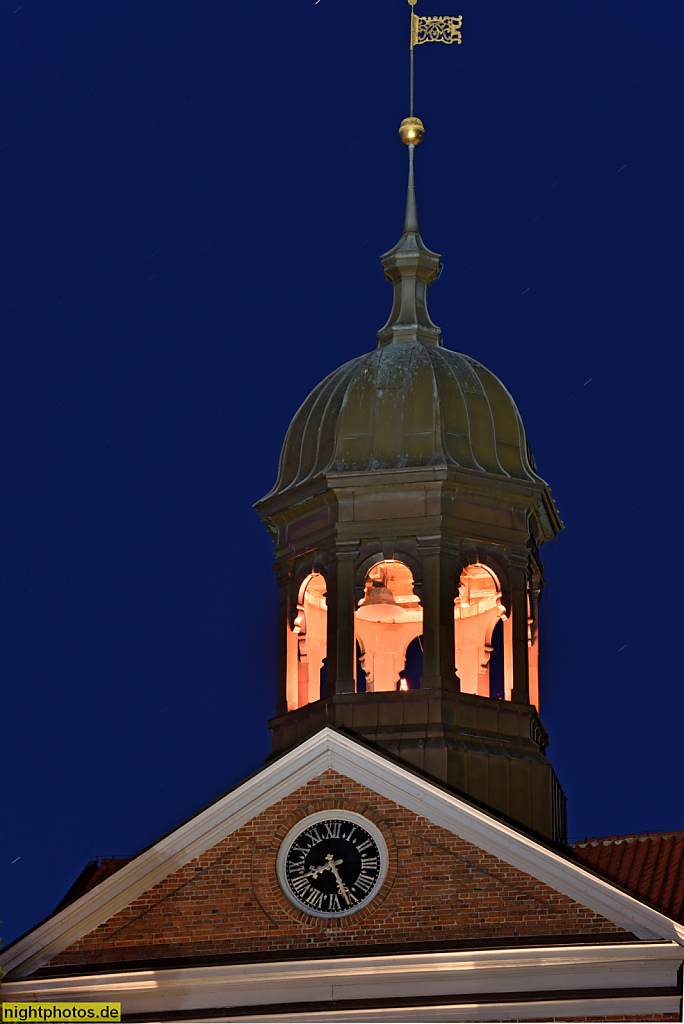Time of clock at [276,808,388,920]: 8:26
